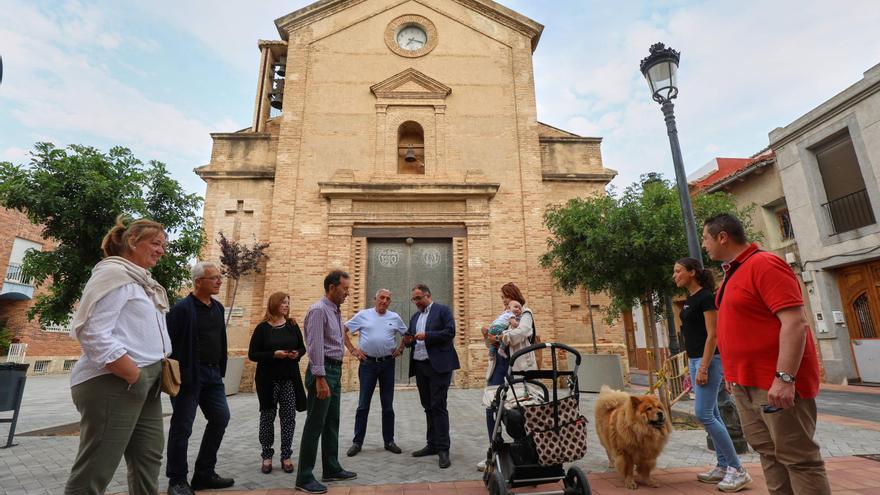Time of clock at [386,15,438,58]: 7:17
